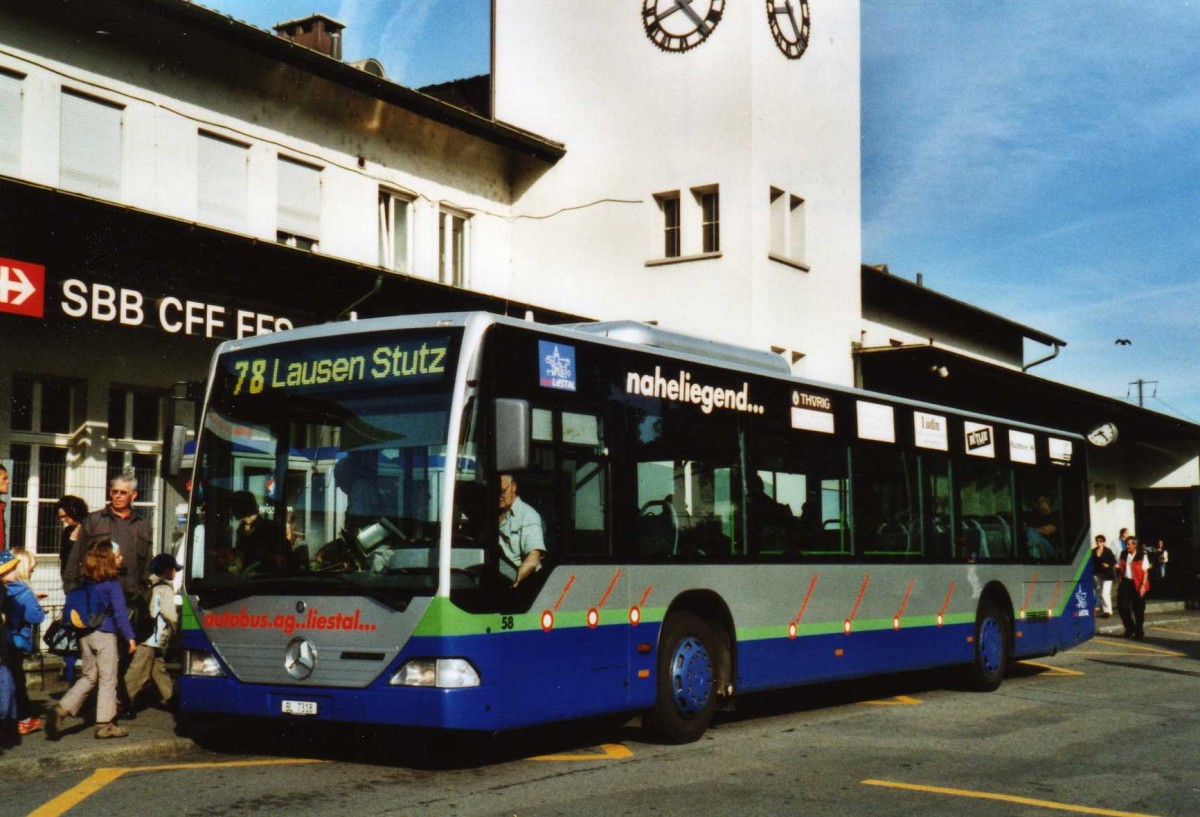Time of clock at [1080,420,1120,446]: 8:23
